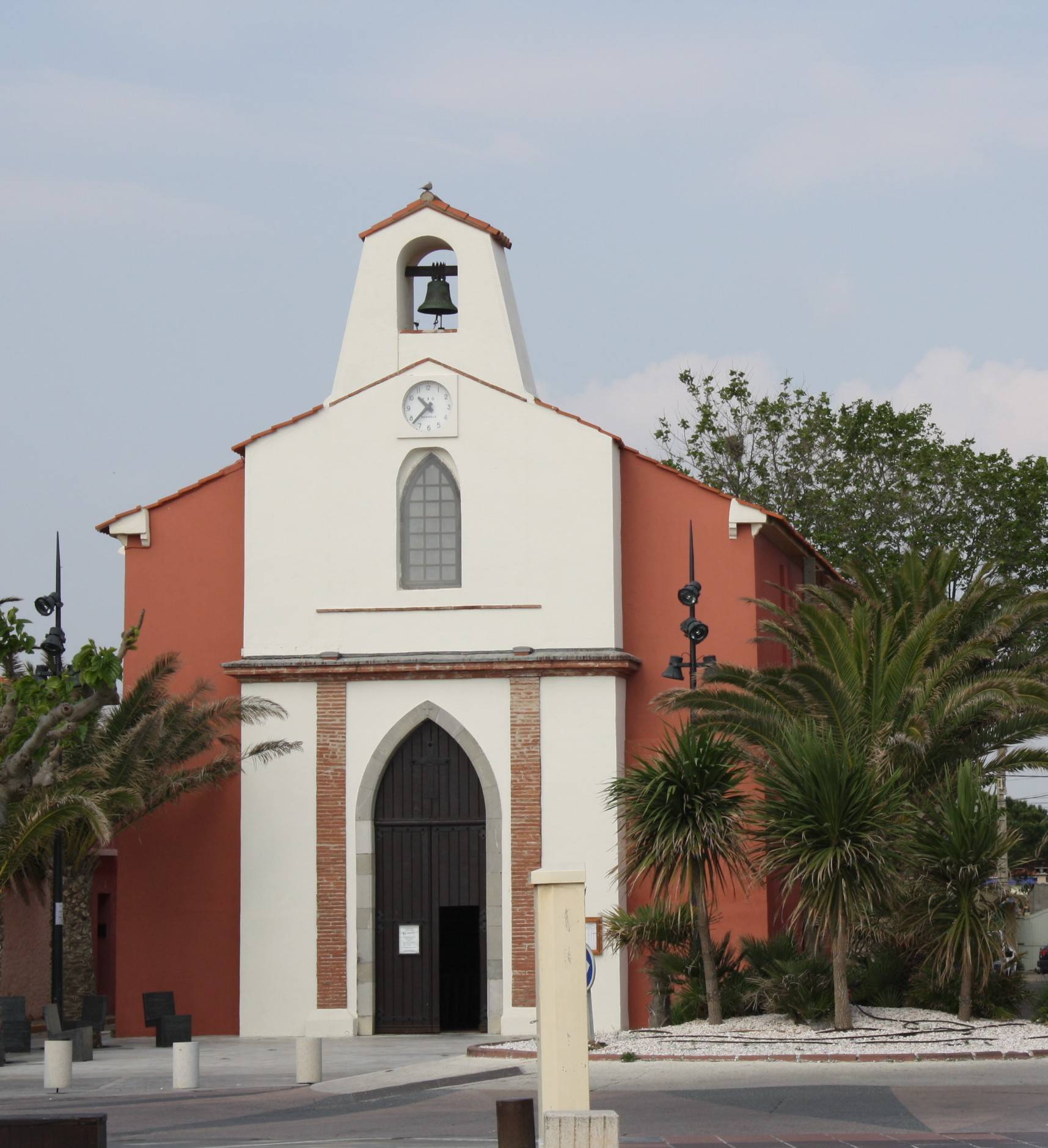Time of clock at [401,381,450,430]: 10:37
